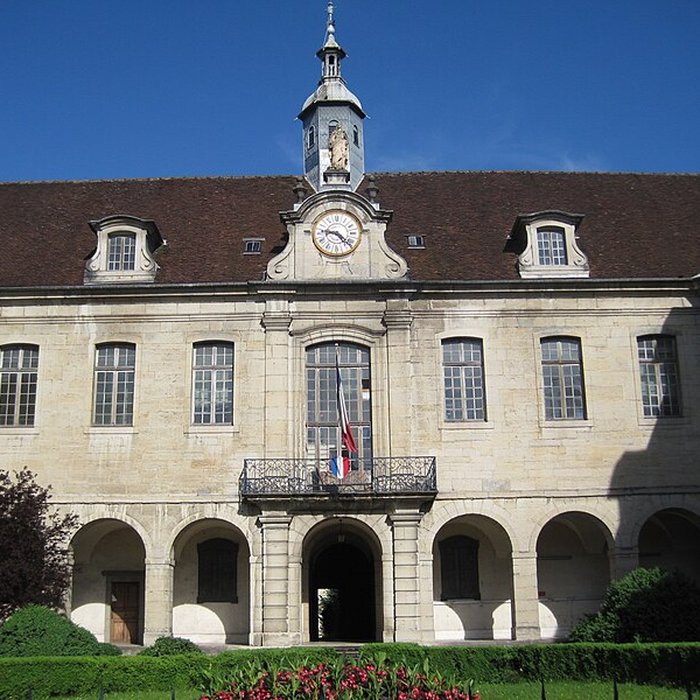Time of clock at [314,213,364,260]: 9:22
